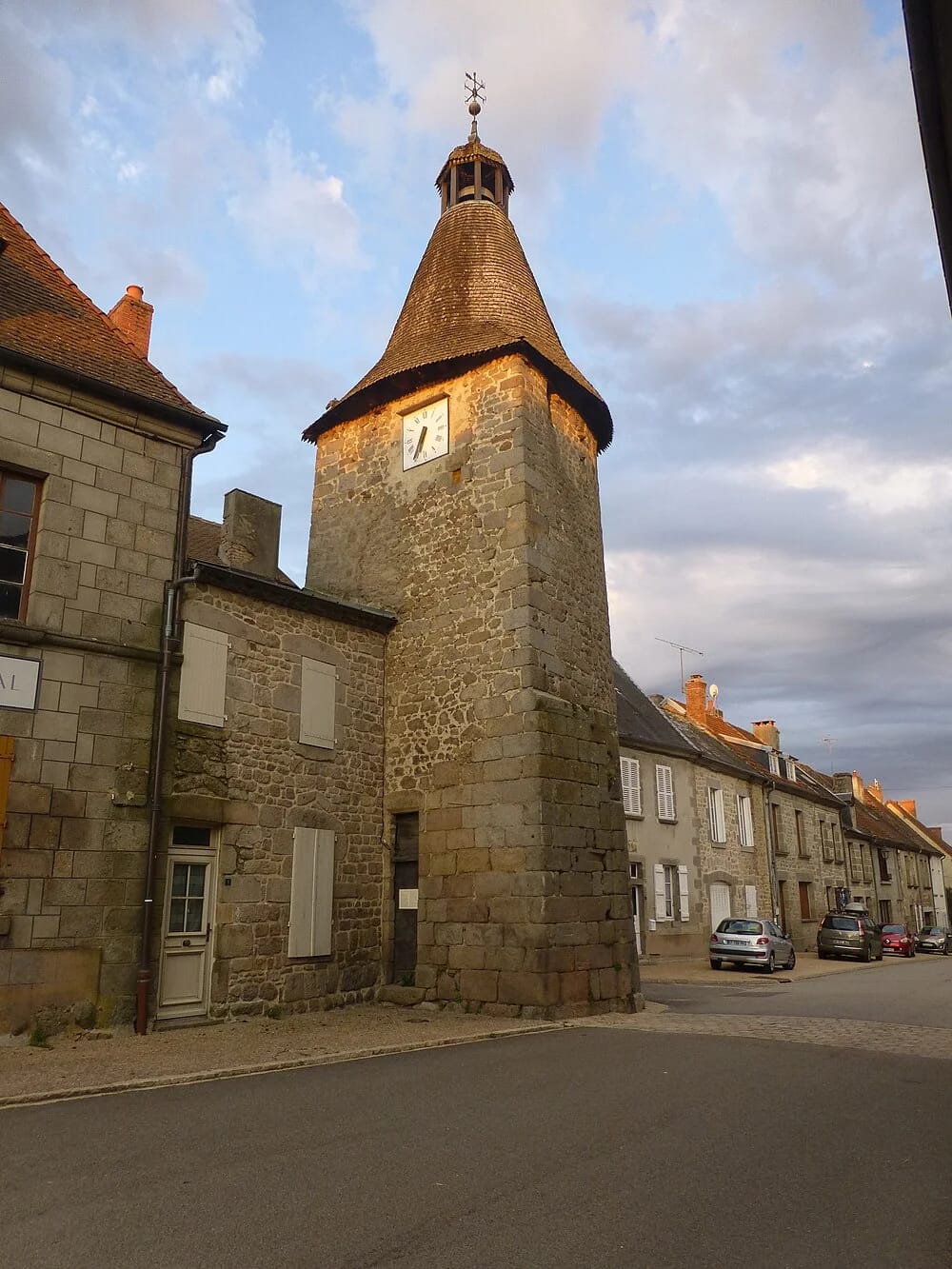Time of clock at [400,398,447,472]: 6:34
